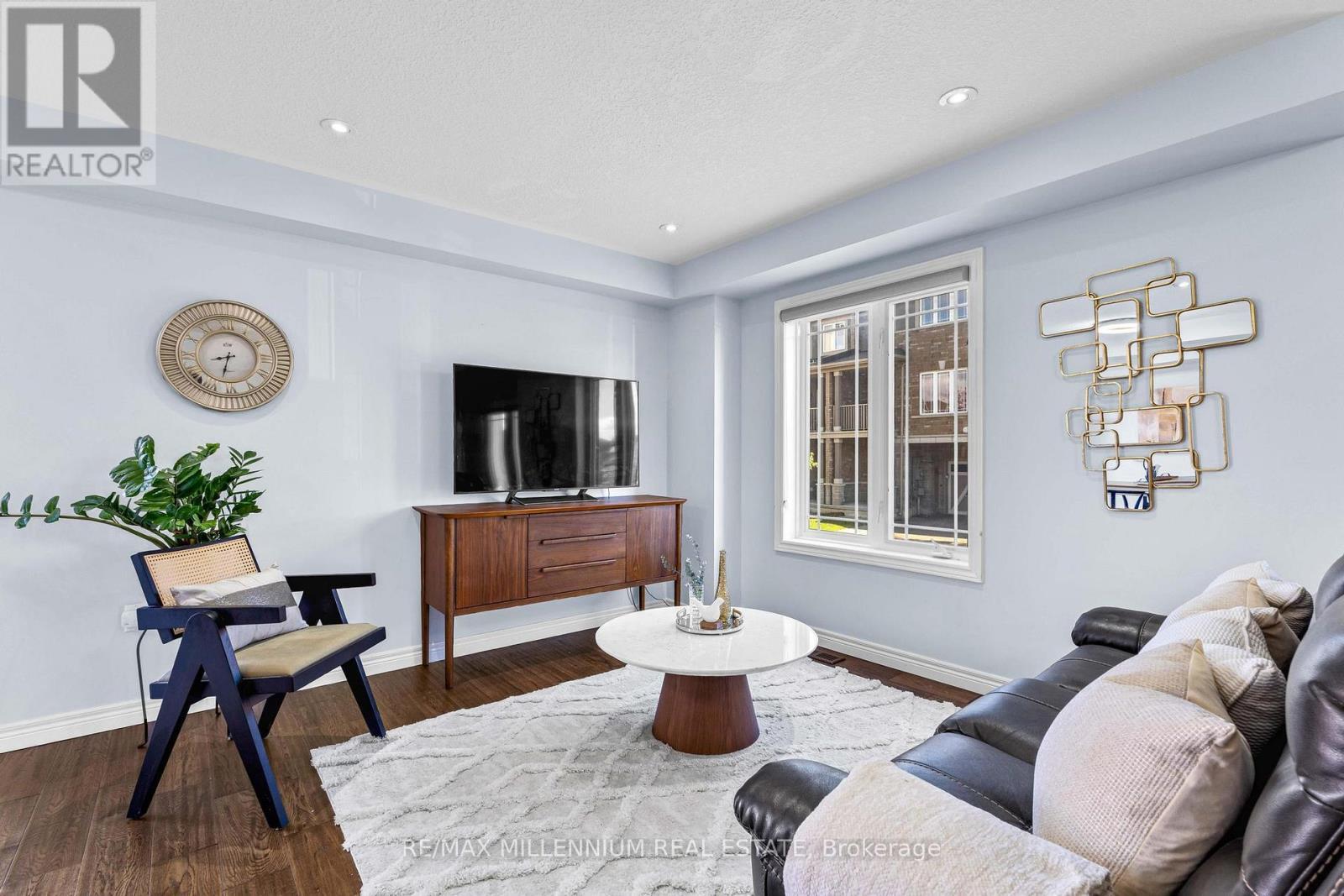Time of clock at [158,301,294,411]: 8:32
